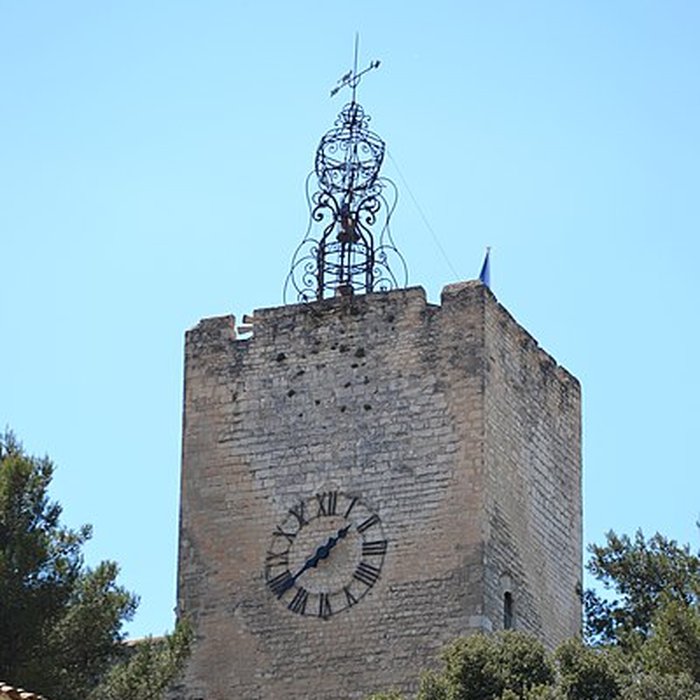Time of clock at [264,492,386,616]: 1:38
